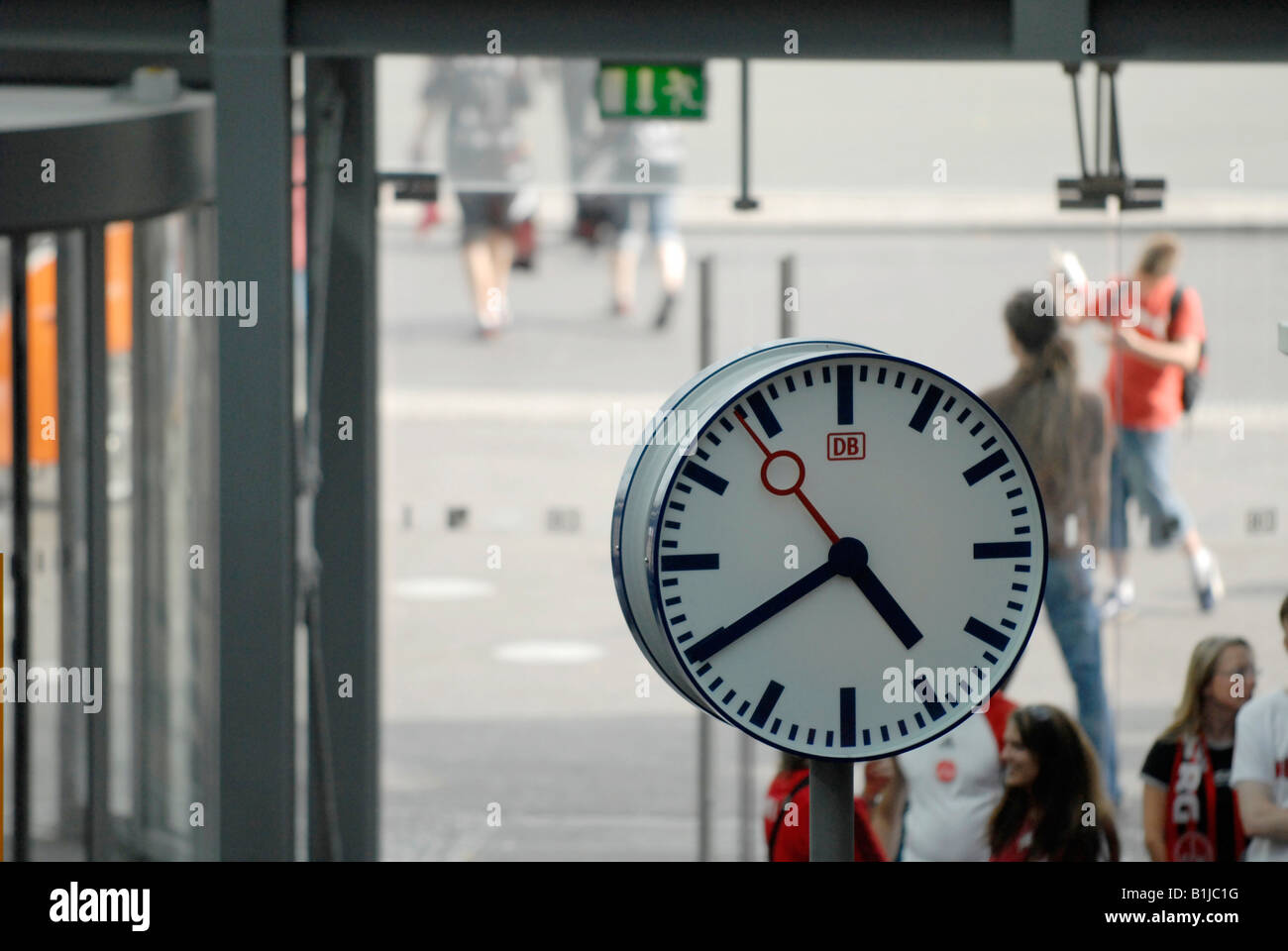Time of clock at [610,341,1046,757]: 4:39
